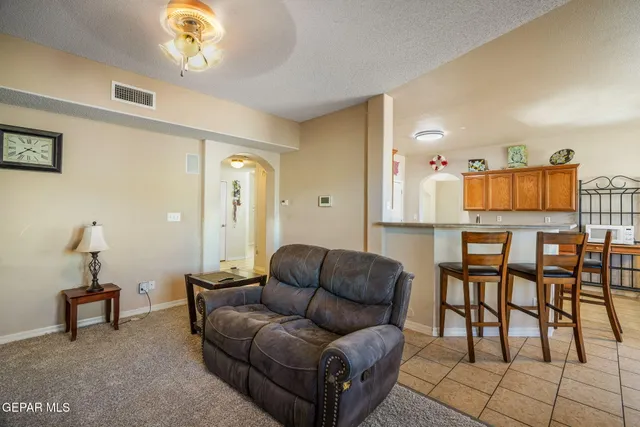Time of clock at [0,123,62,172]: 3:37
